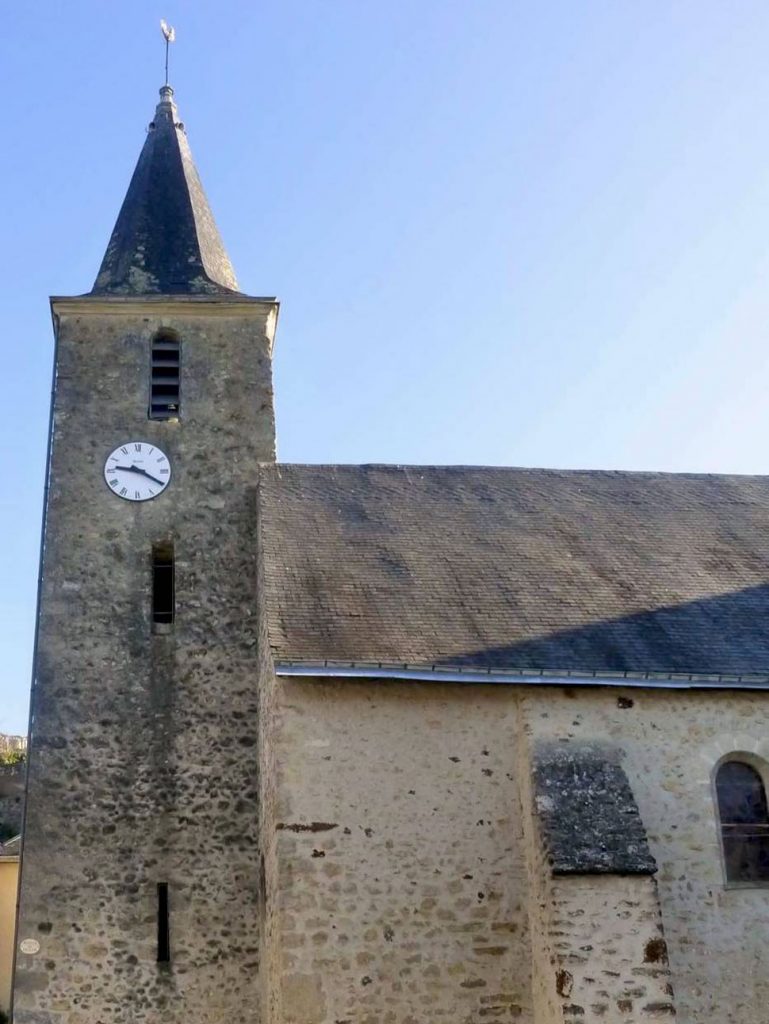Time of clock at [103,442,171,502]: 9:20
